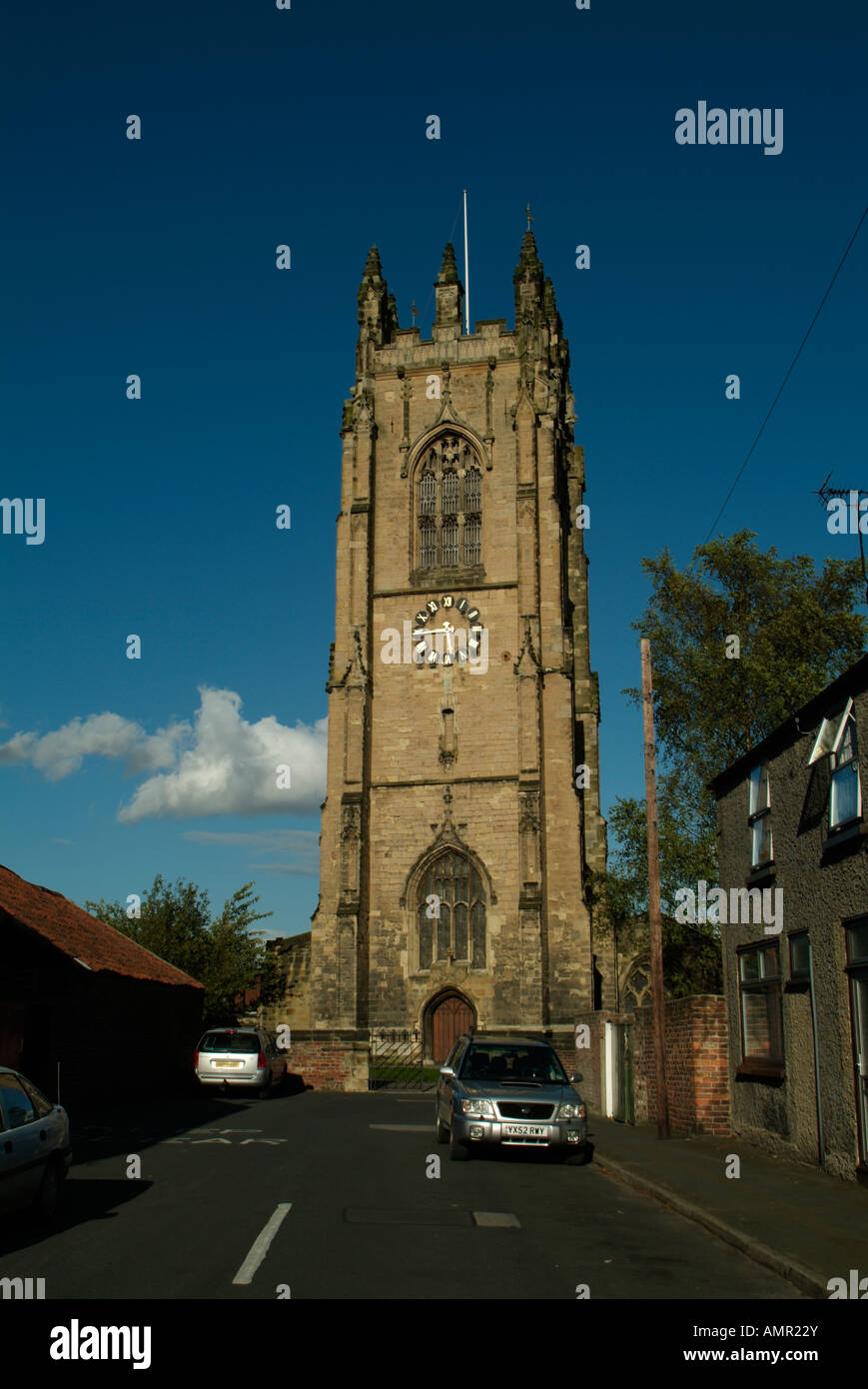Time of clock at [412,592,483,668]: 5:45
